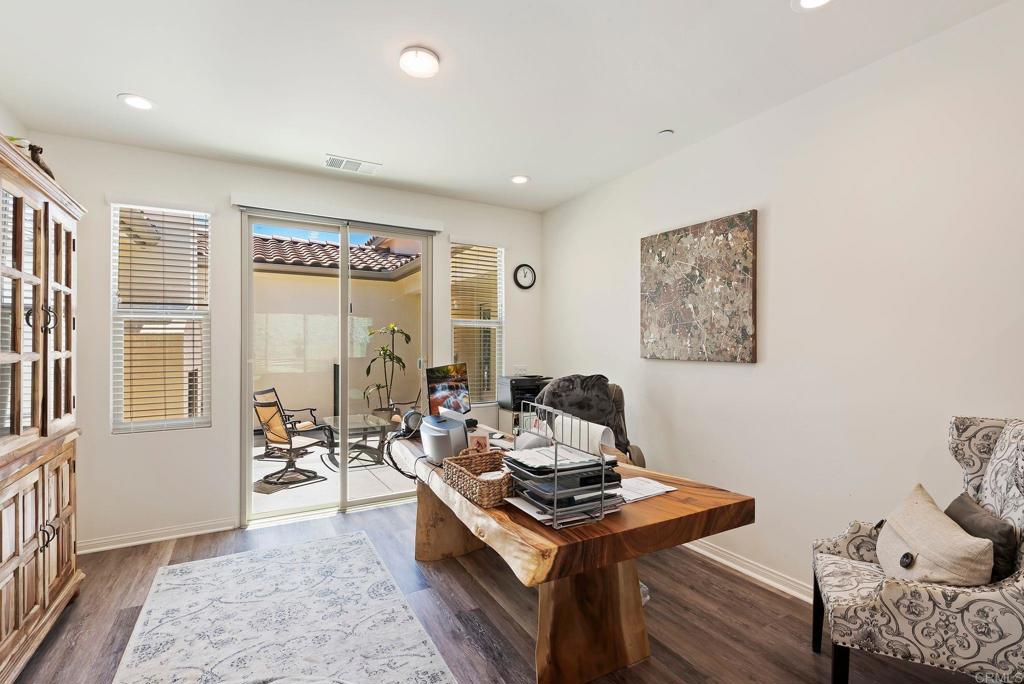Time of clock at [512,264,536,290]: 12:57
